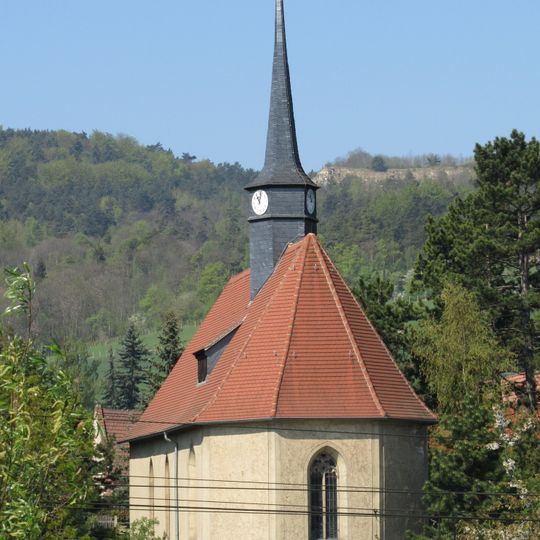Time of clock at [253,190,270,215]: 11:02
